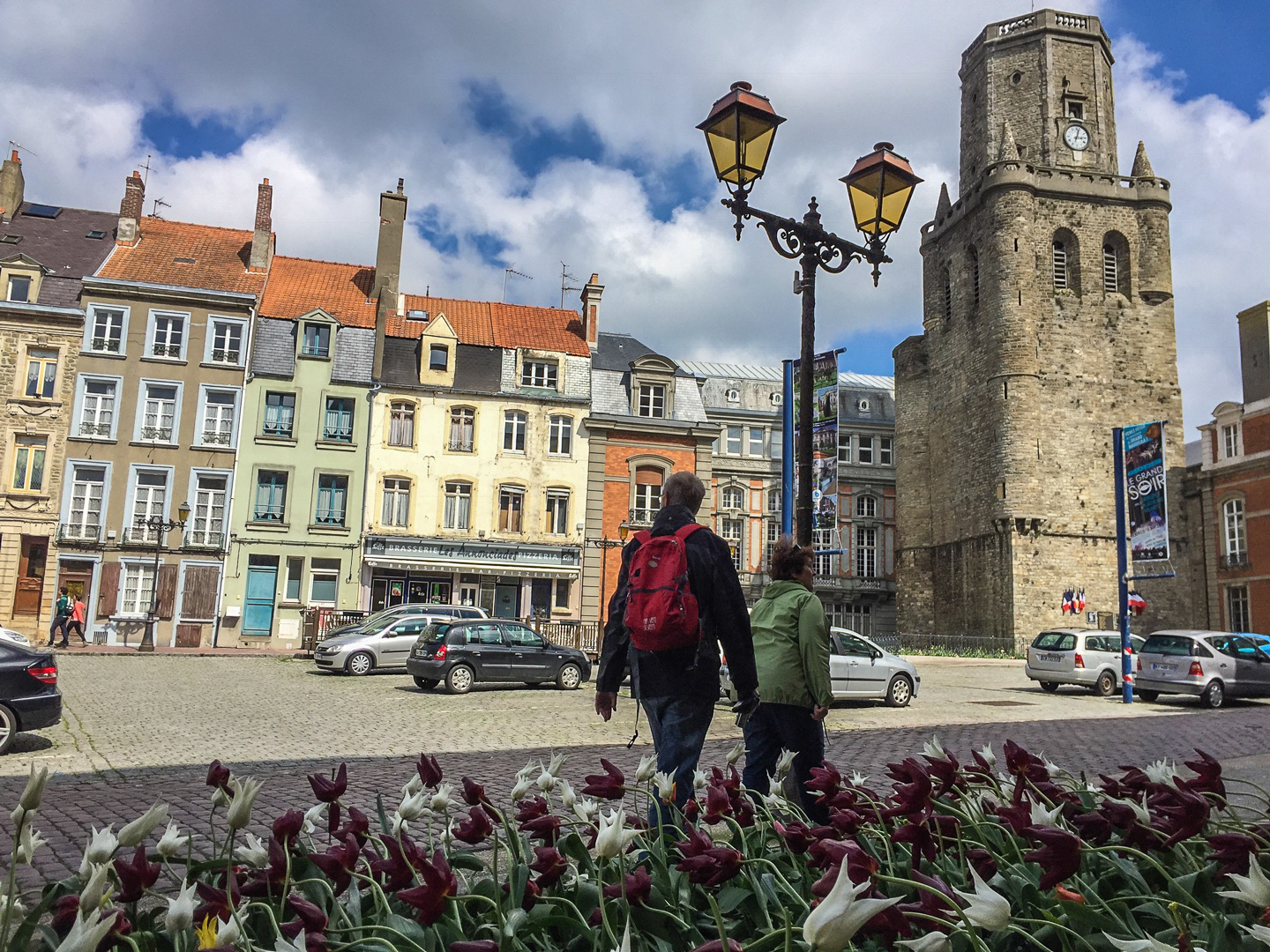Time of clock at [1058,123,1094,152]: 3:02
